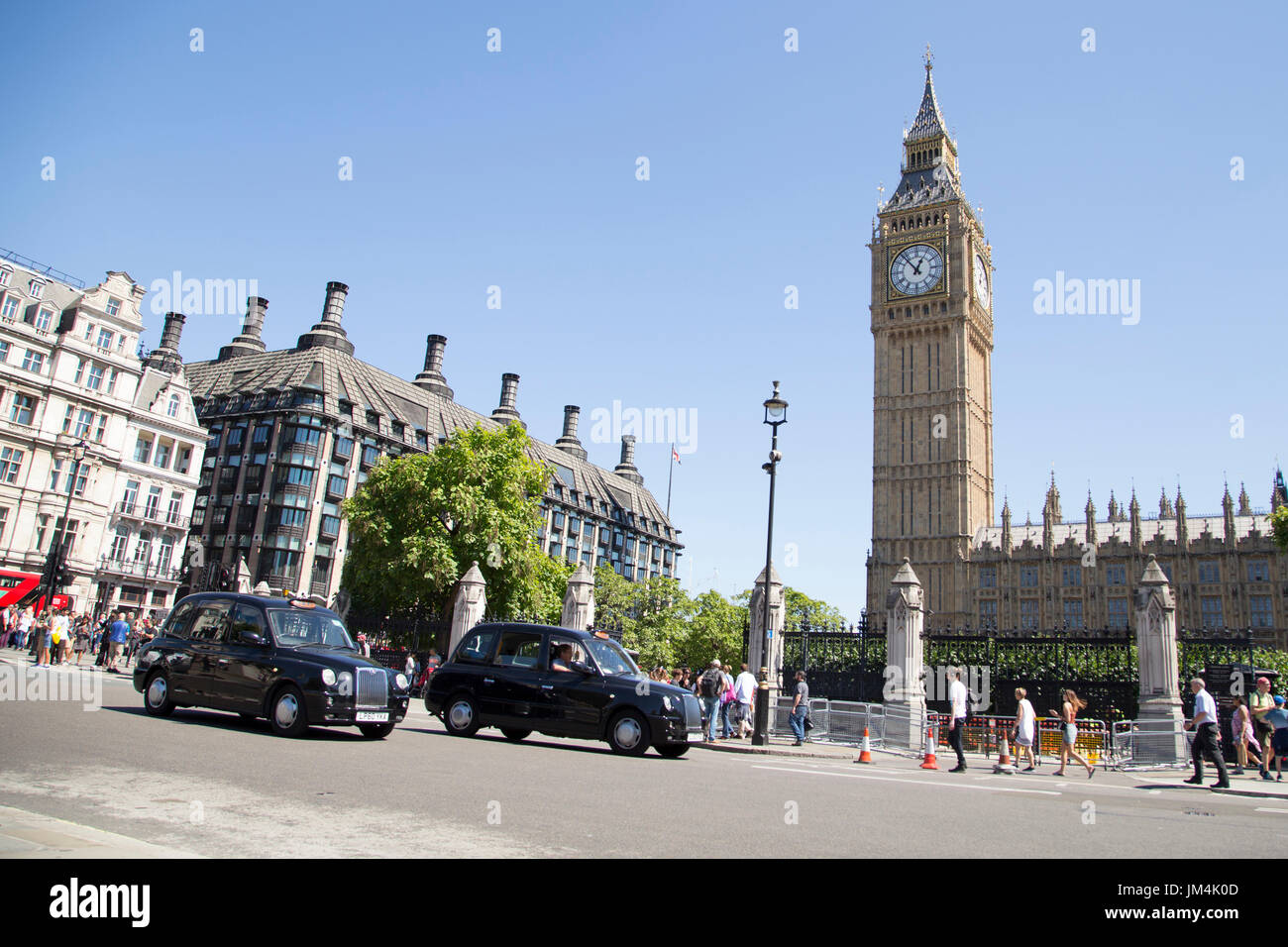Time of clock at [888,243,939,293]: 12:53
